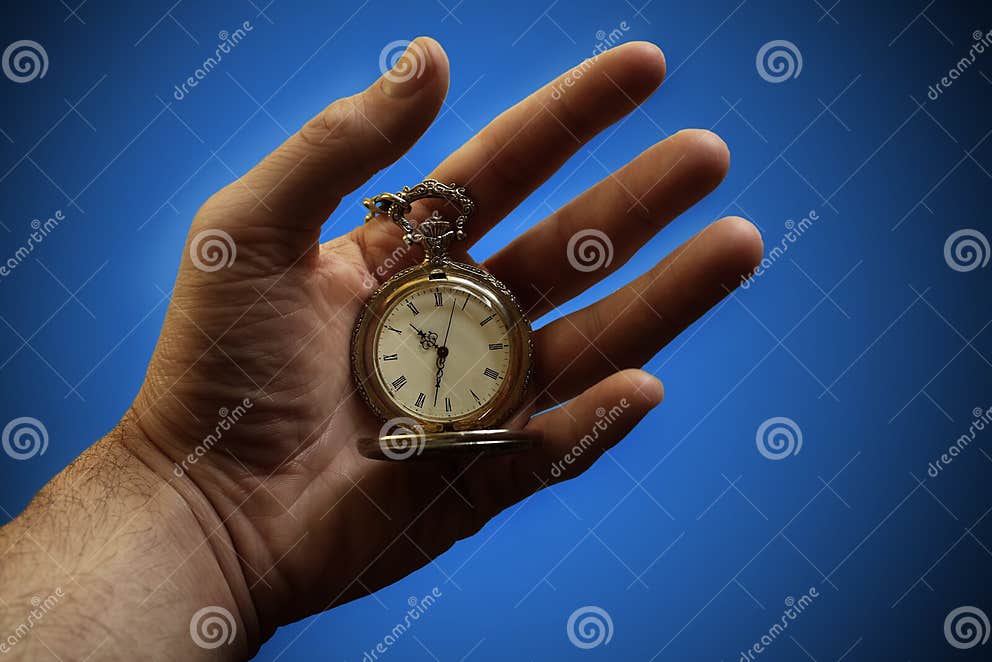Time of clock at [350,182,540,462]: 10:32
